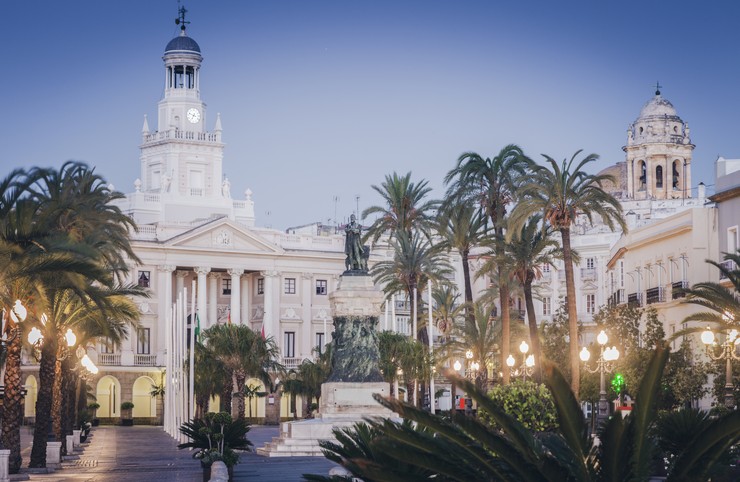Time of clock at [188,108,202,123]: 6:48
